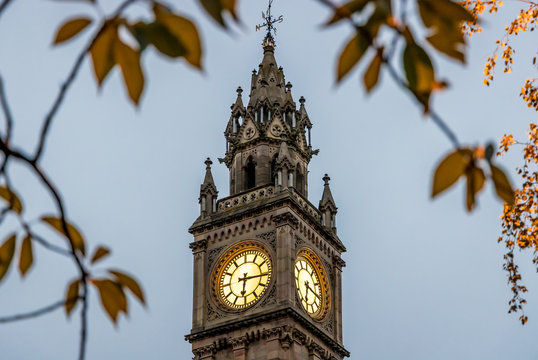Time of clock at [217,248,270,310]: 6:15
